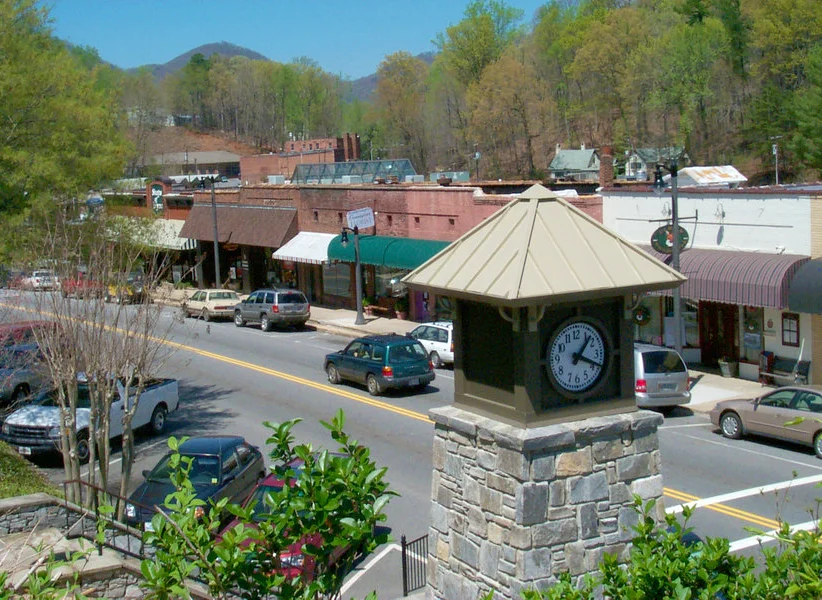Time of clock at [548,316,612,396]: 1:18
